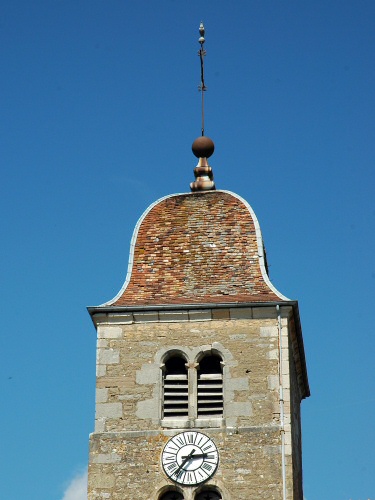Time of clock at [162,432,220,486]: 2:36
